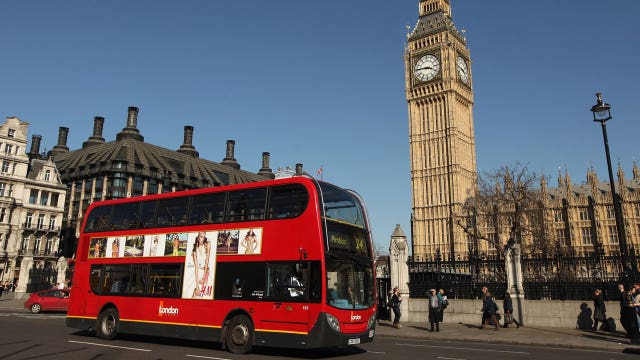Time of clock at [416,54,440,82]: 3:45
